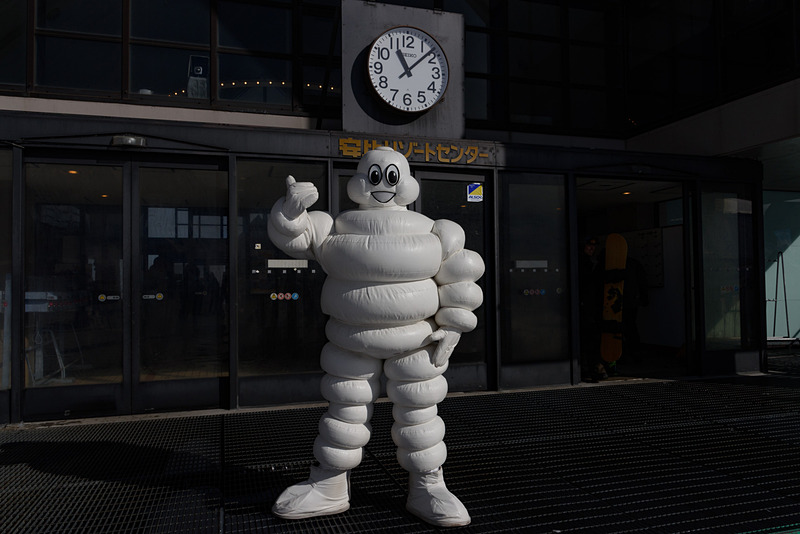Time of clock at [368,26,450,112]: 11:07
